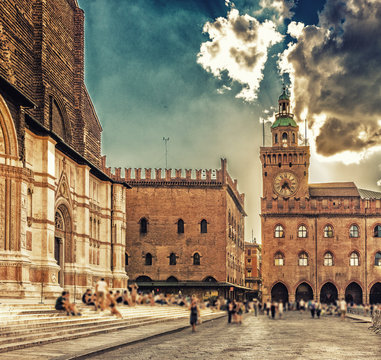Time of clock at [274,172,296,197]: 7:23
